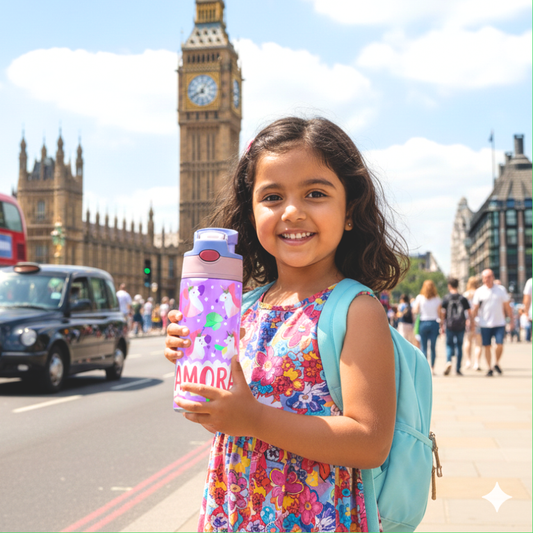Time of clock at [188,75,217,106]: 8:04
